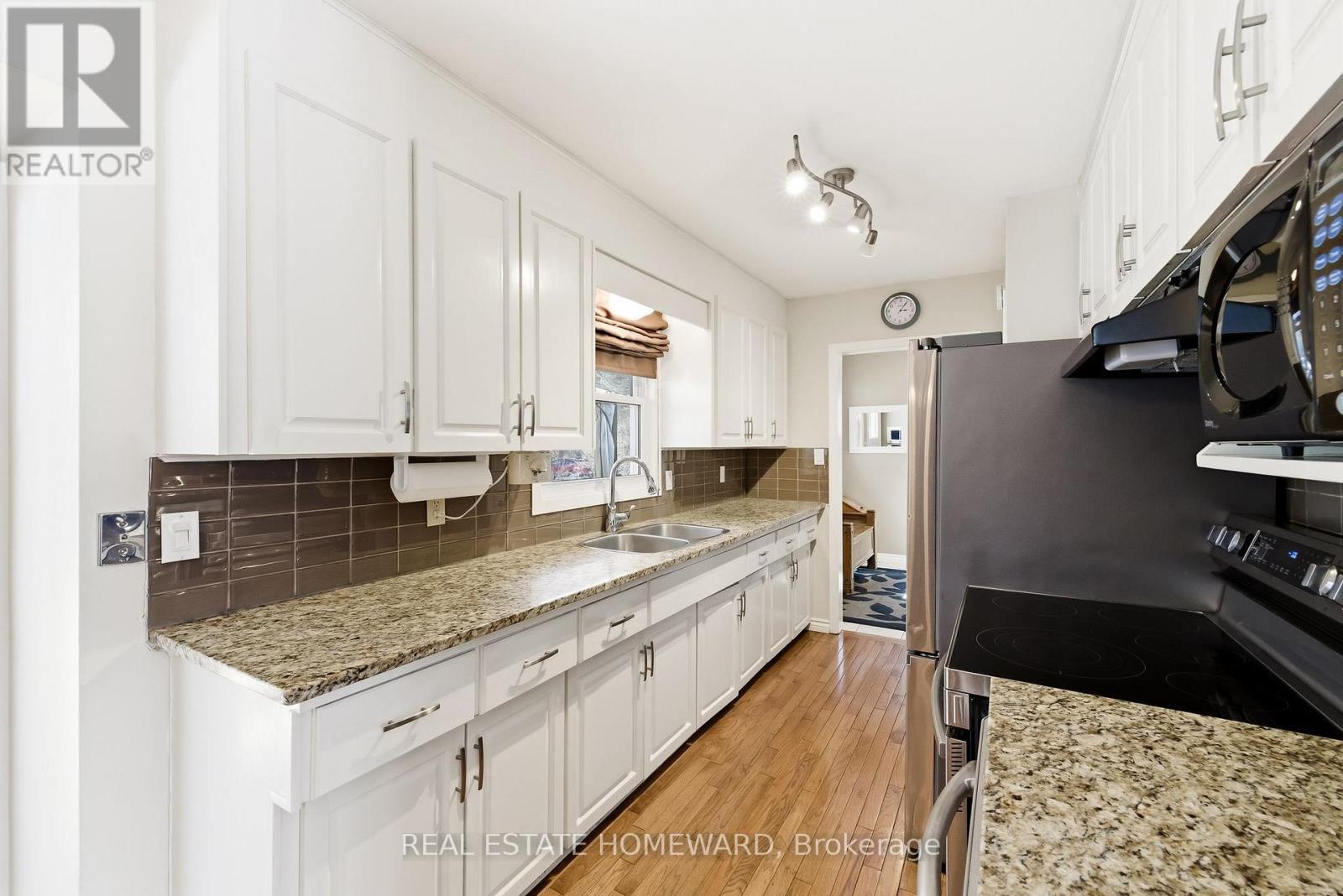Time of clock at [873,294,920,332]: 3:06
